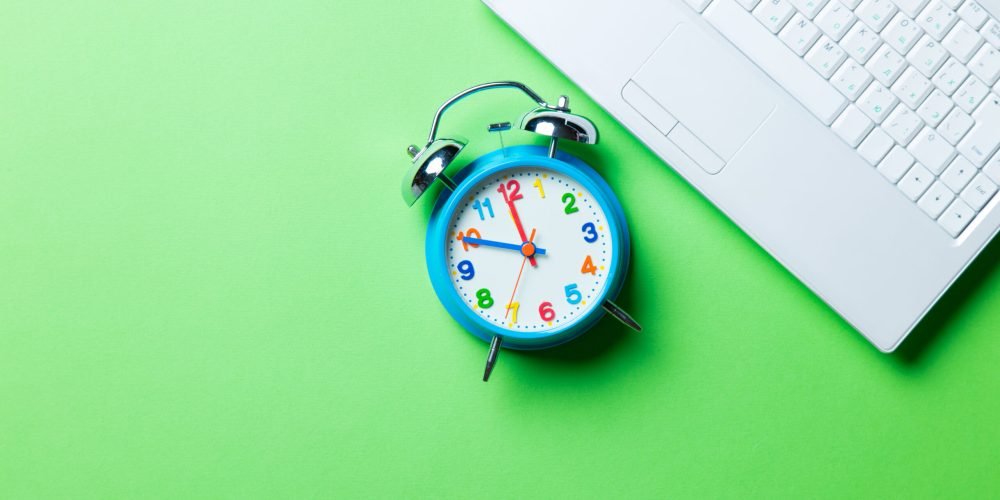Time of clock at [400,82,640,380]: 11:49
